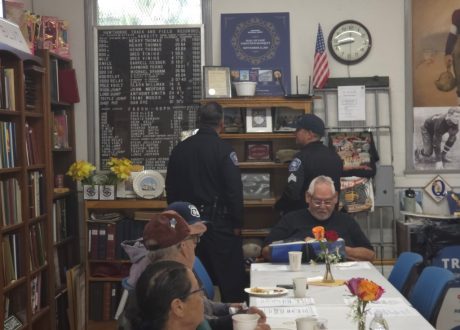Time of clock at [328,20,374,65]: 8:42
